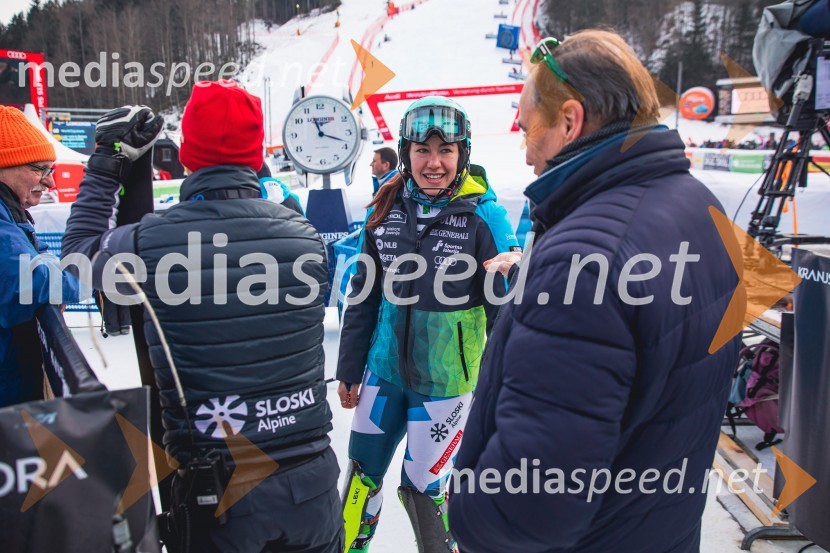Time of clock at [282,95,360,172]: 11:18
